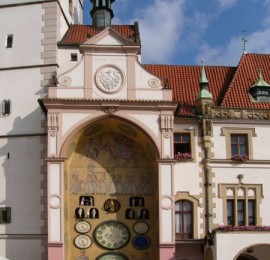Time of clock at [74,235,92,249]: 5:27
